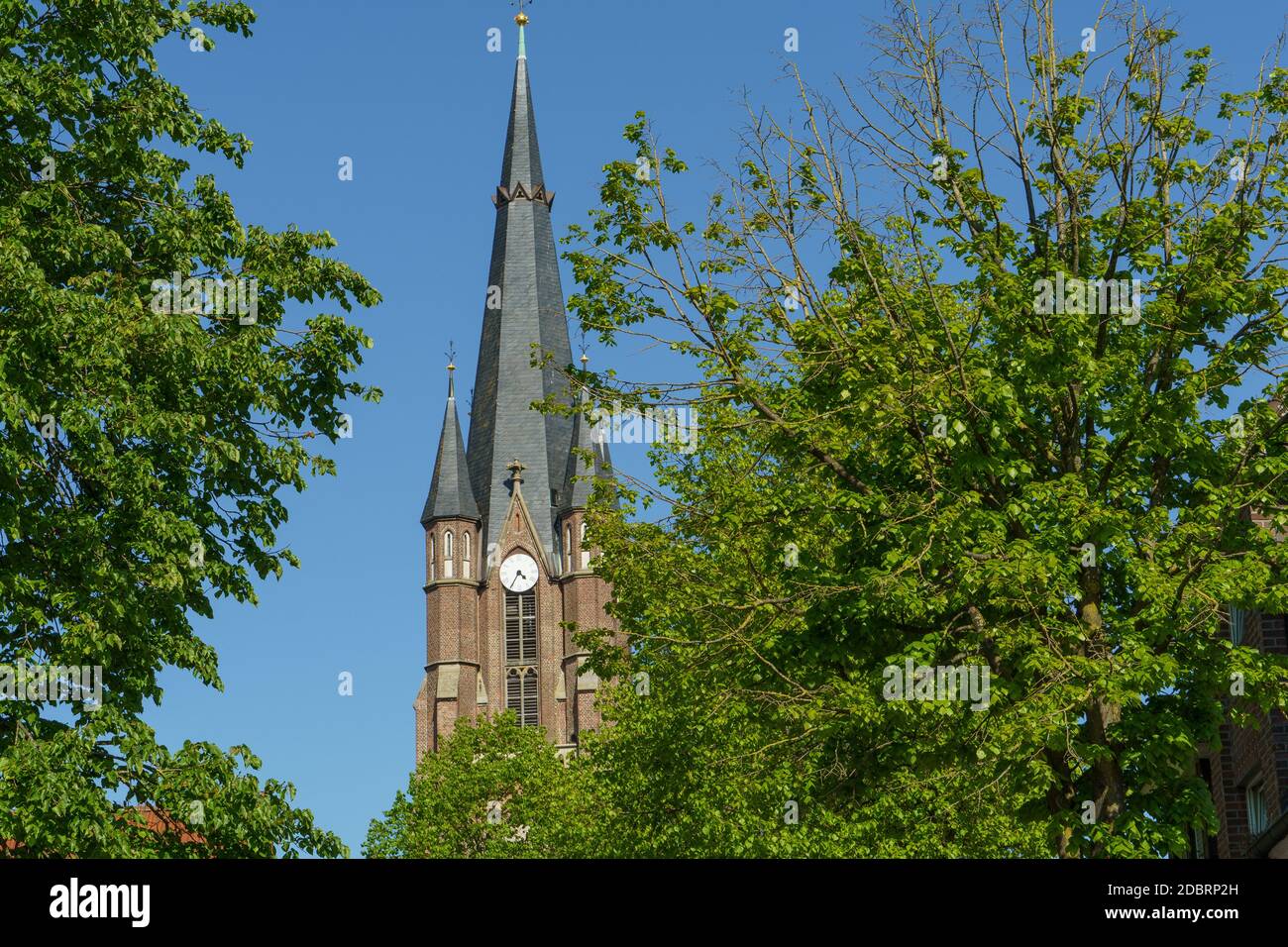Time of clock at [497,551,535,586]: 4:35
